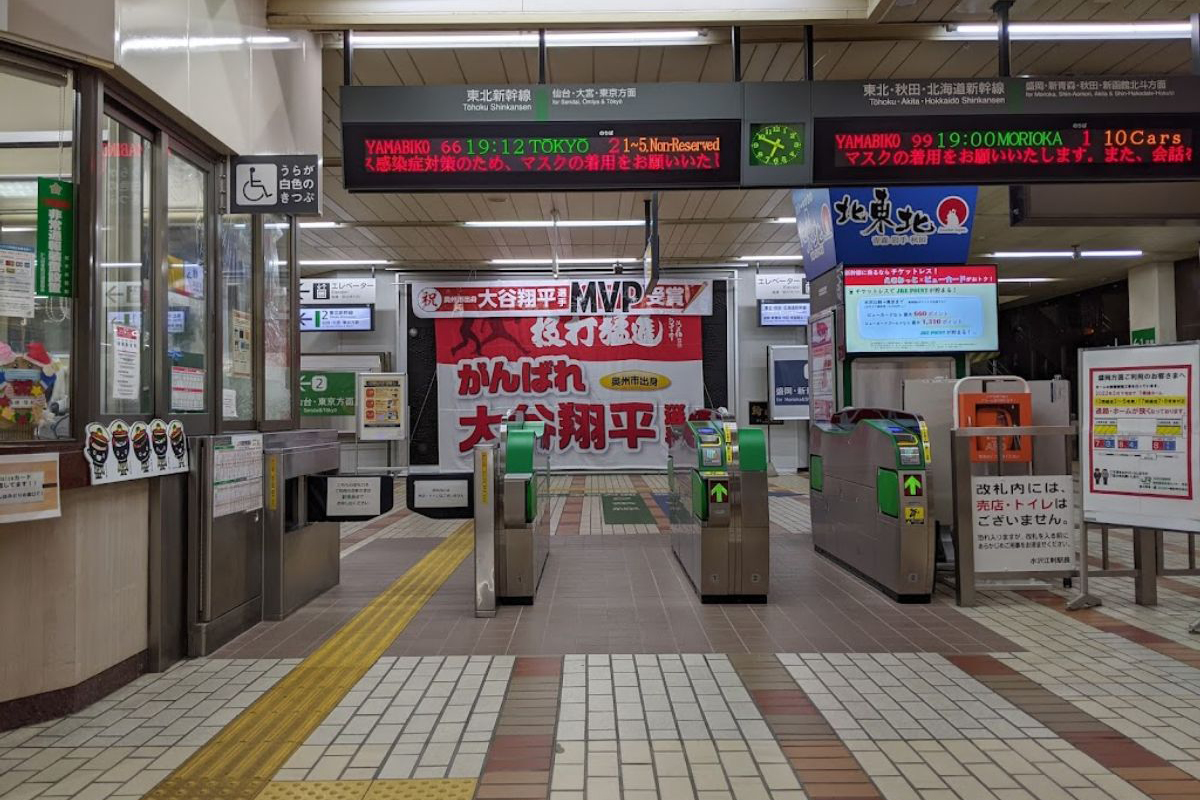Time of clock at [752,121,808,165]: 6:49
